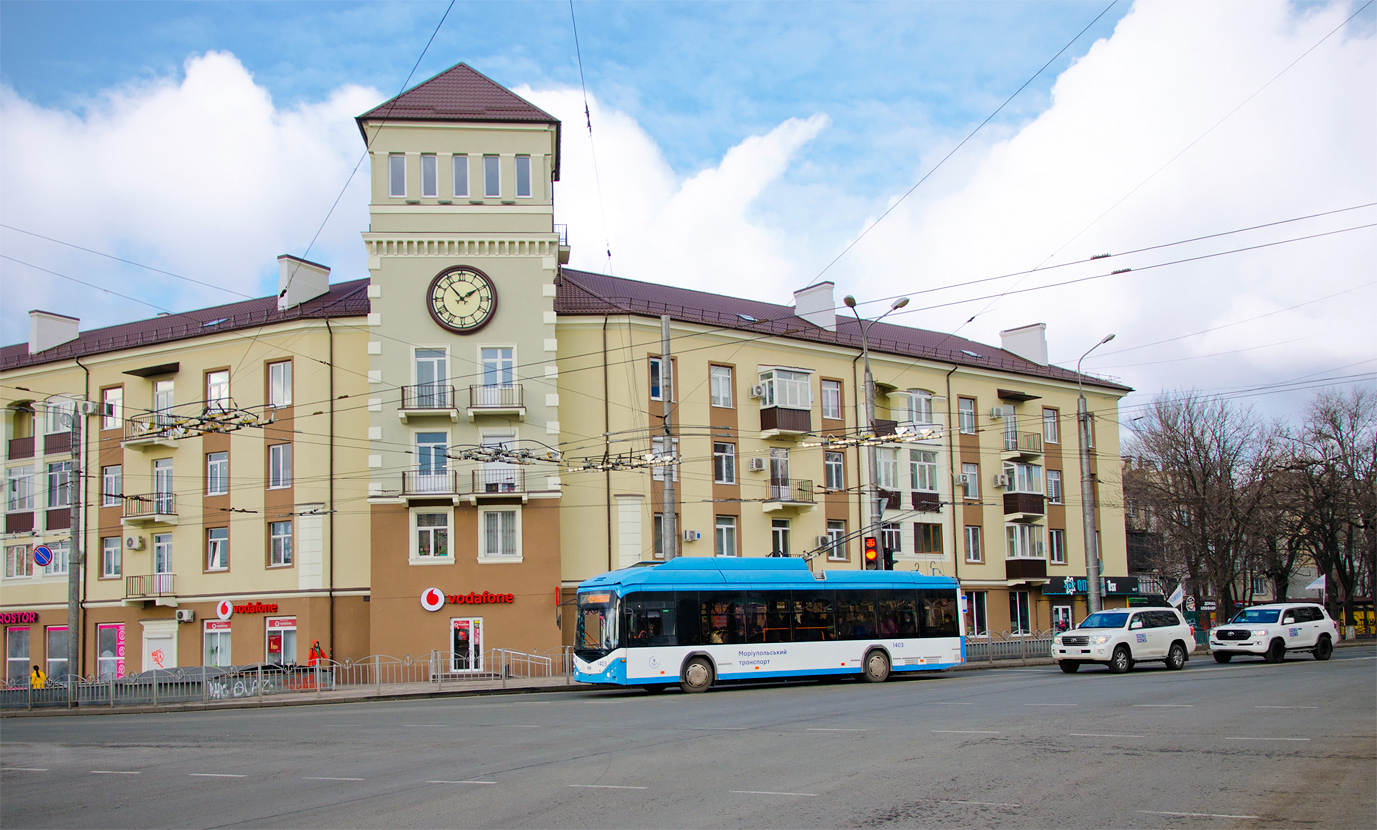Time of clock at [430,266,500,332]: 1:53
